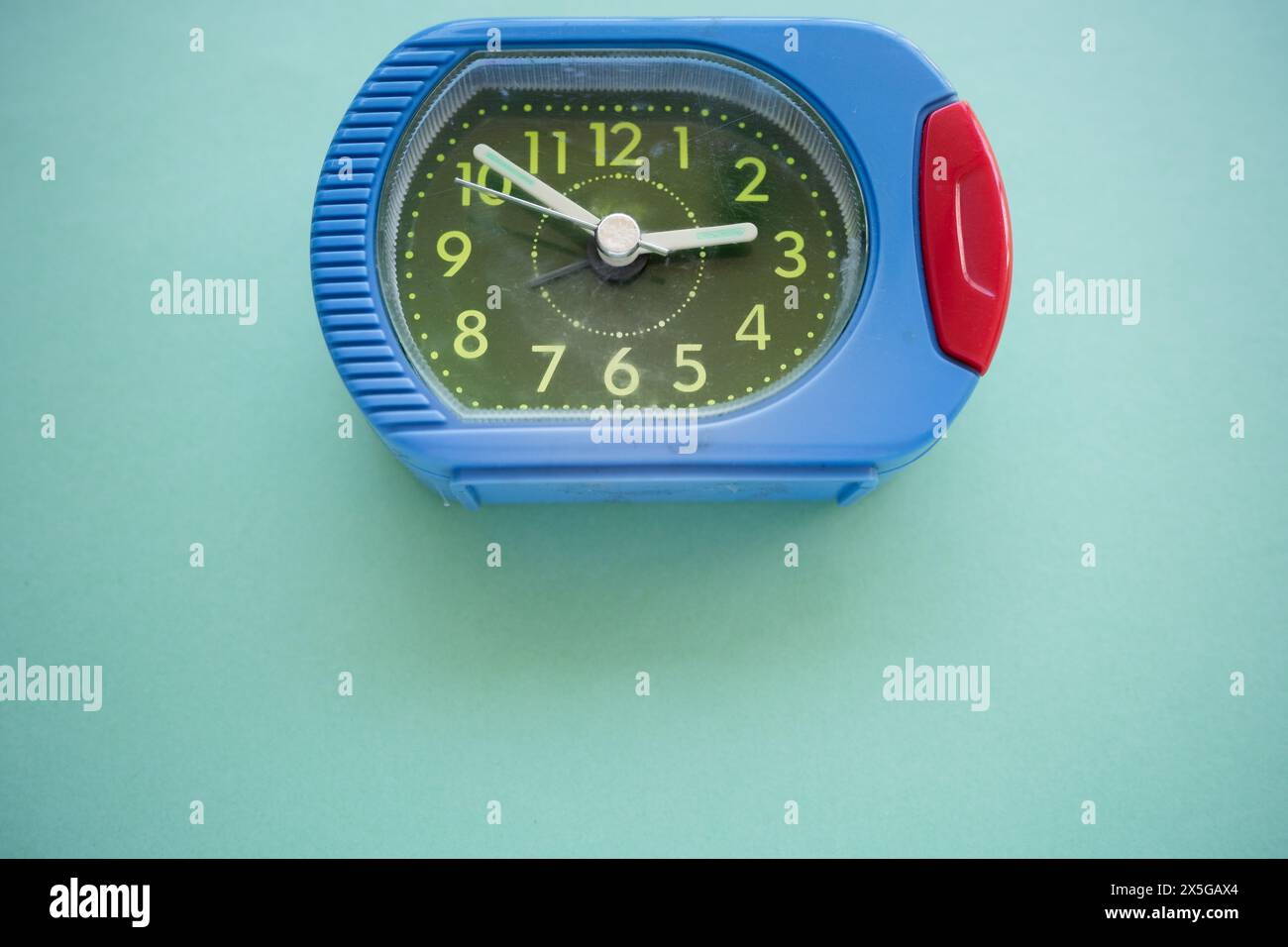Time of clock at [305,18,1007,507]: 2:51
